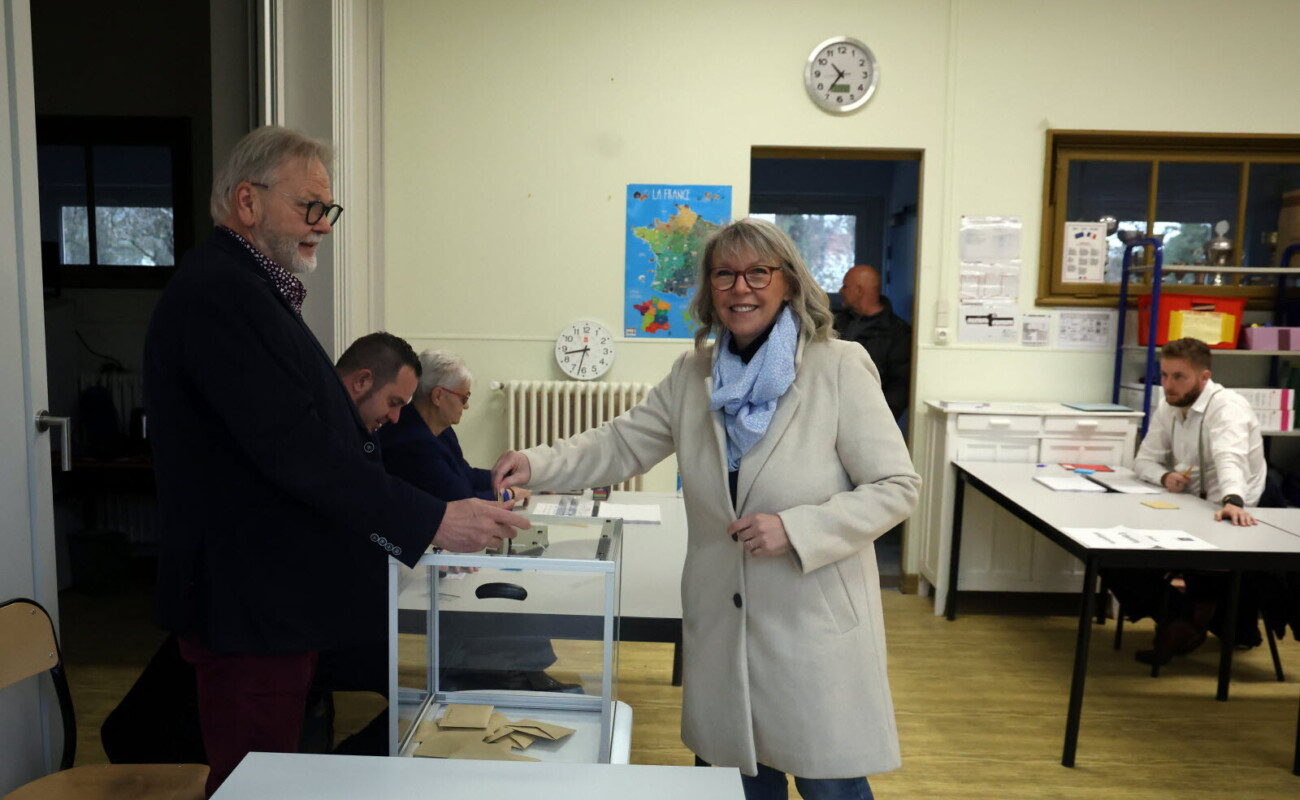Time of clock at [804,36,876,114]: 10:36
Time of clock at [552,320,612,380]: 8:32
